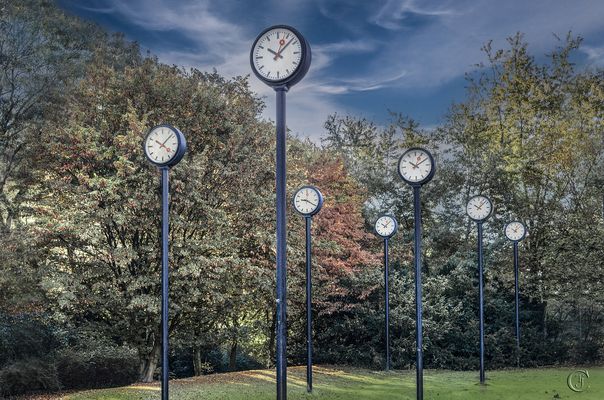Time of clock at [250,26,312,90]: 10:07
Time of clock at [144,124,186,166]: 10:07
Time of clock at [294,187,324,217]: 9:20
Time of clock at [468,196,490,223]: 10:07
